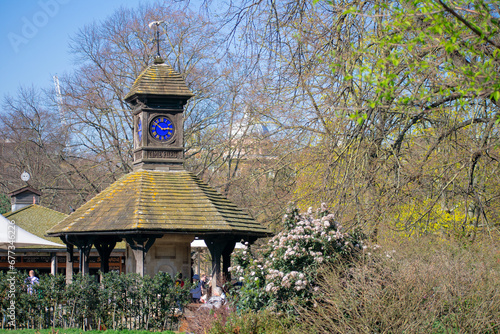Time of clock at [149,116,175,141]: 2:50
